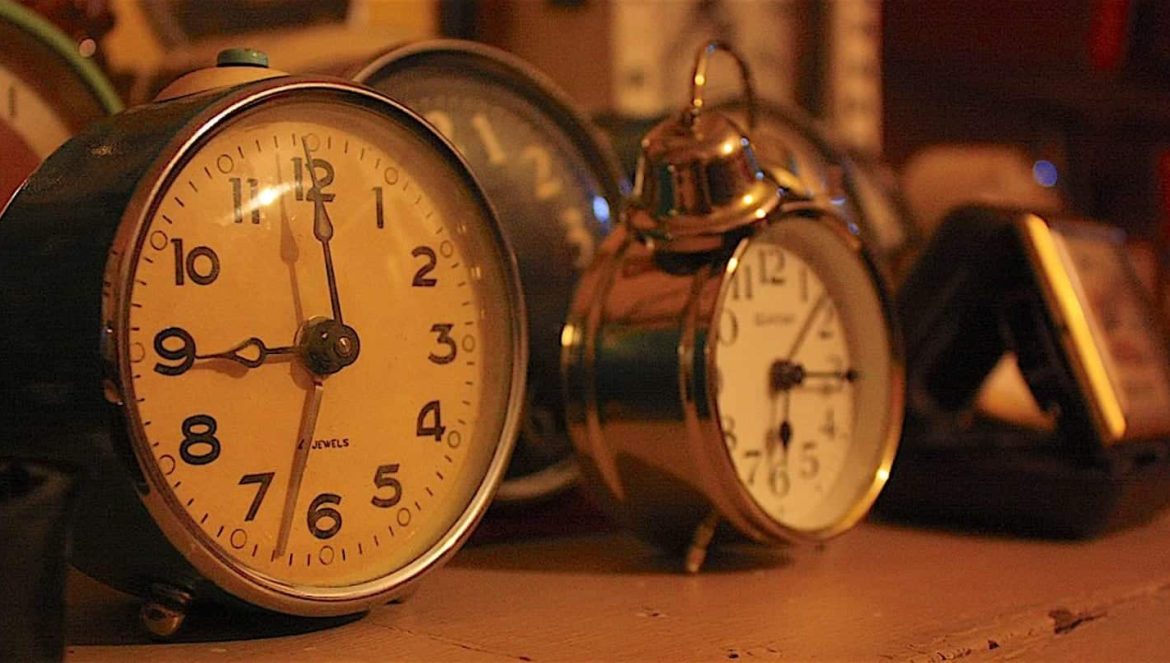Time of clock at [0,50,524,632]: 8:59
